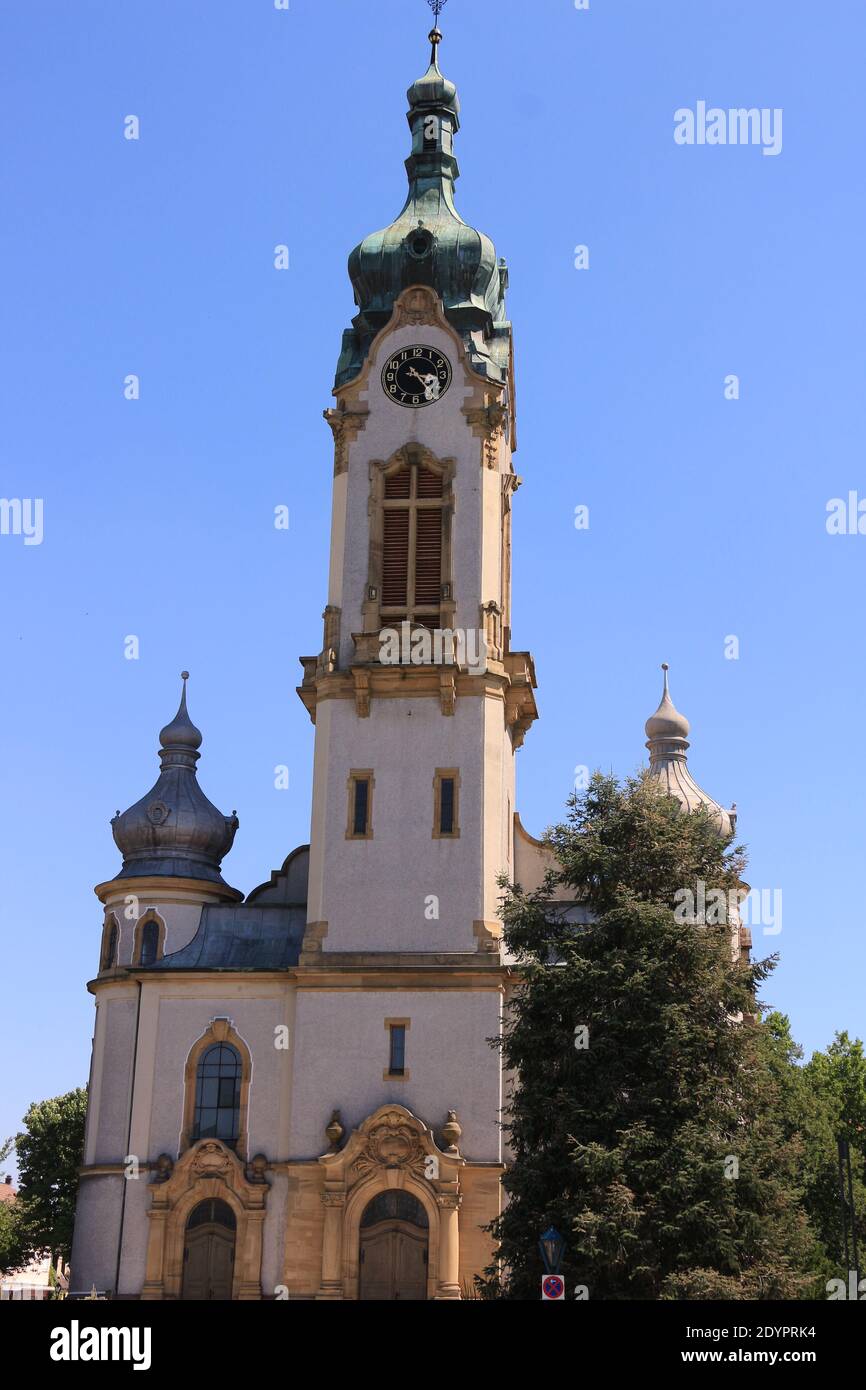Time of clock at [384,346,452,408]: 3:23
